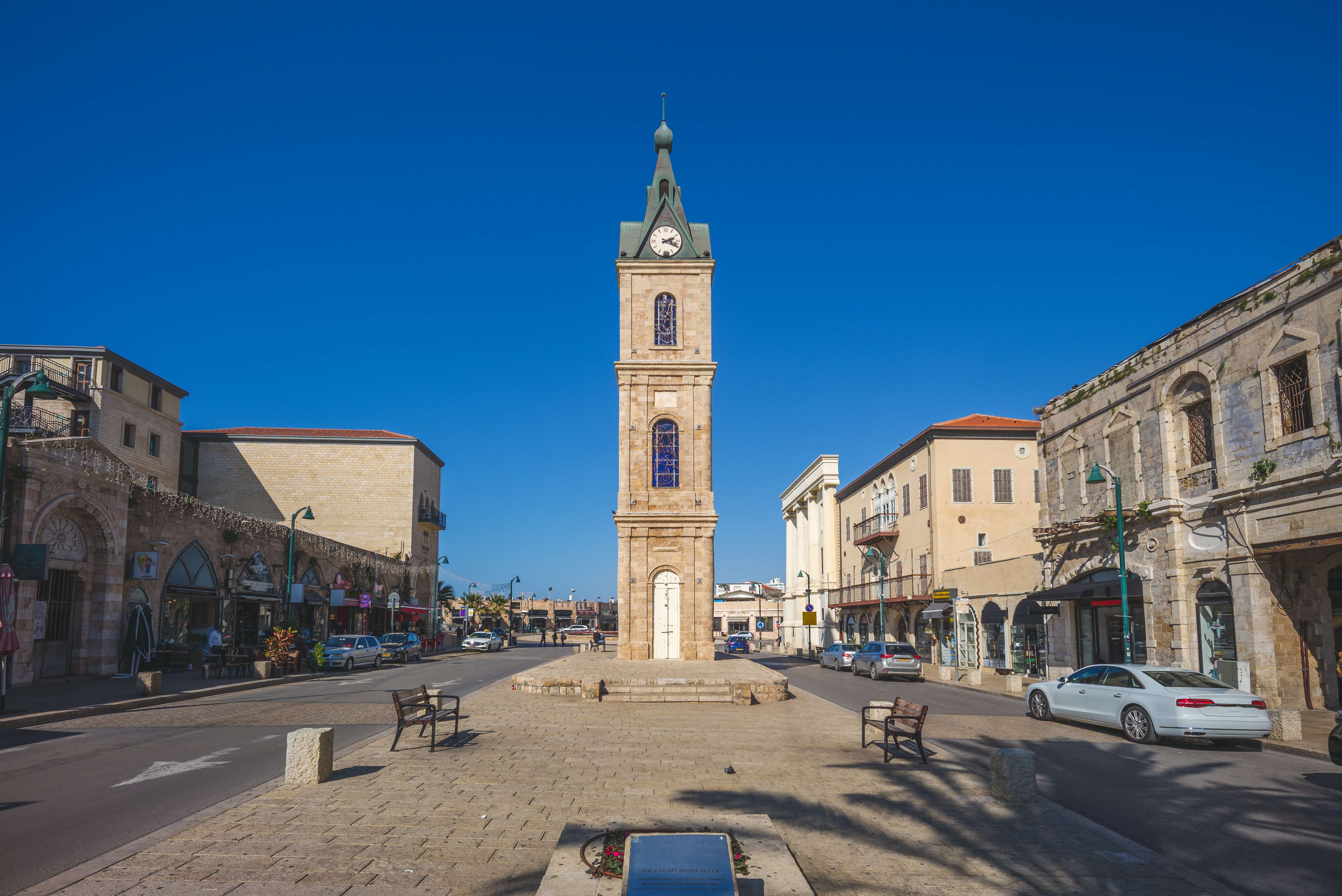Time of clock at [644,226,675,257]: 2:18
